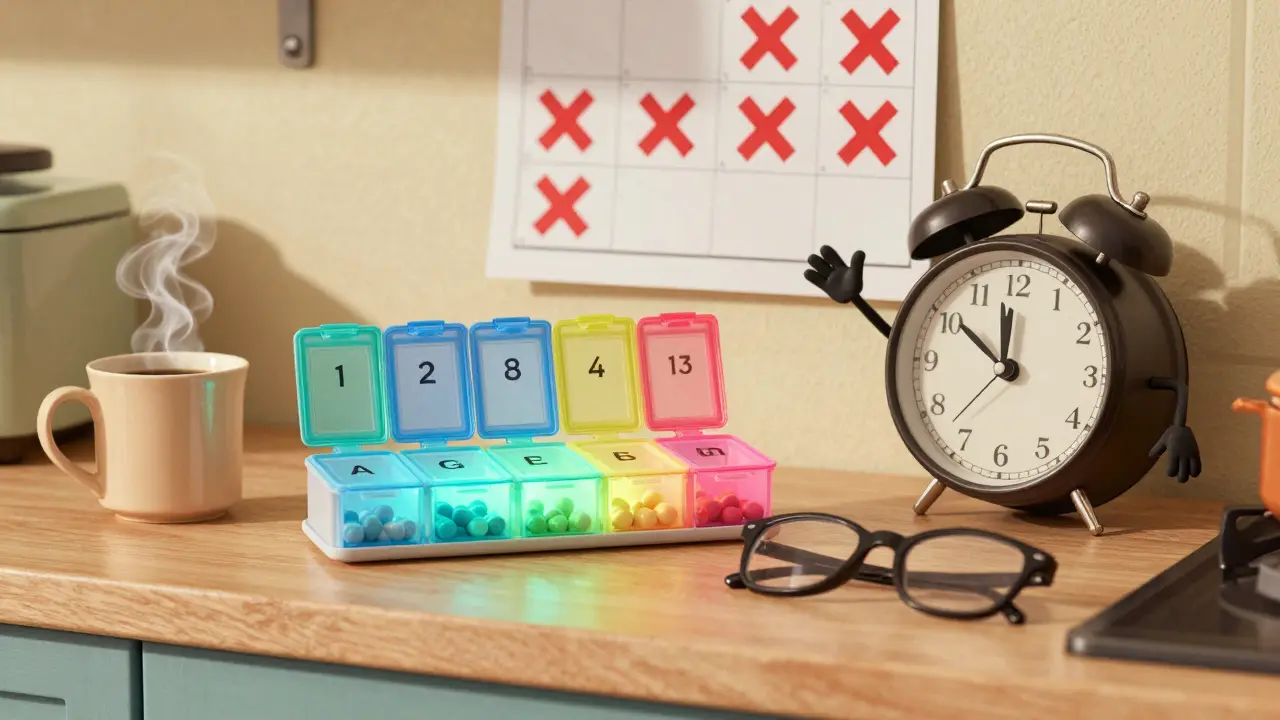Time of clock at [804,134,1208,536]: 11:50
